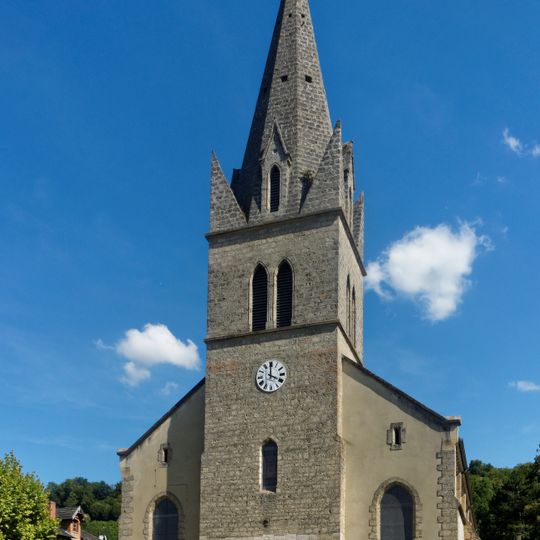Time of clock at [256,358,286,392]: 4:00
